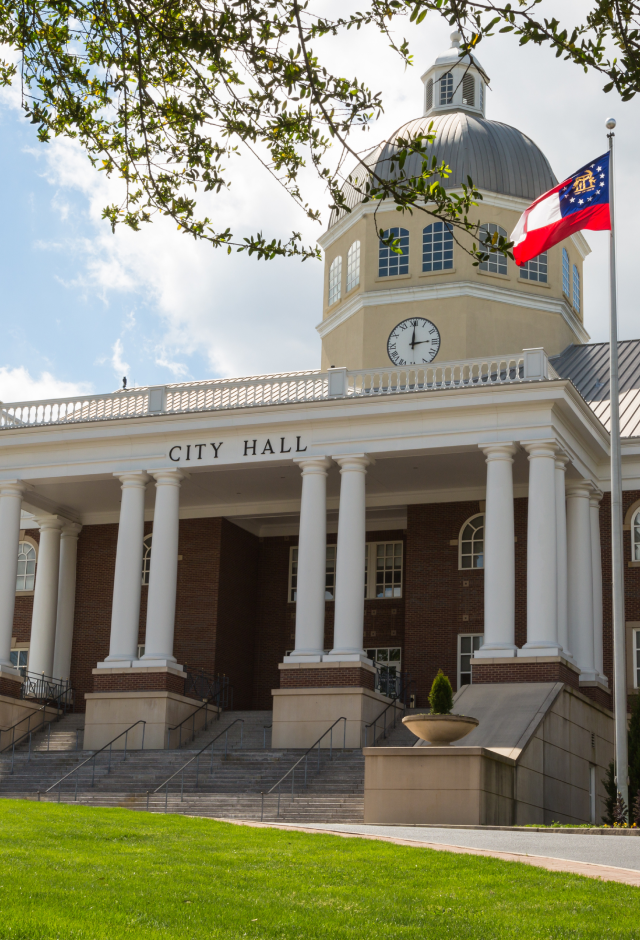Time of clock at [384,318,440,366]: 3:00
